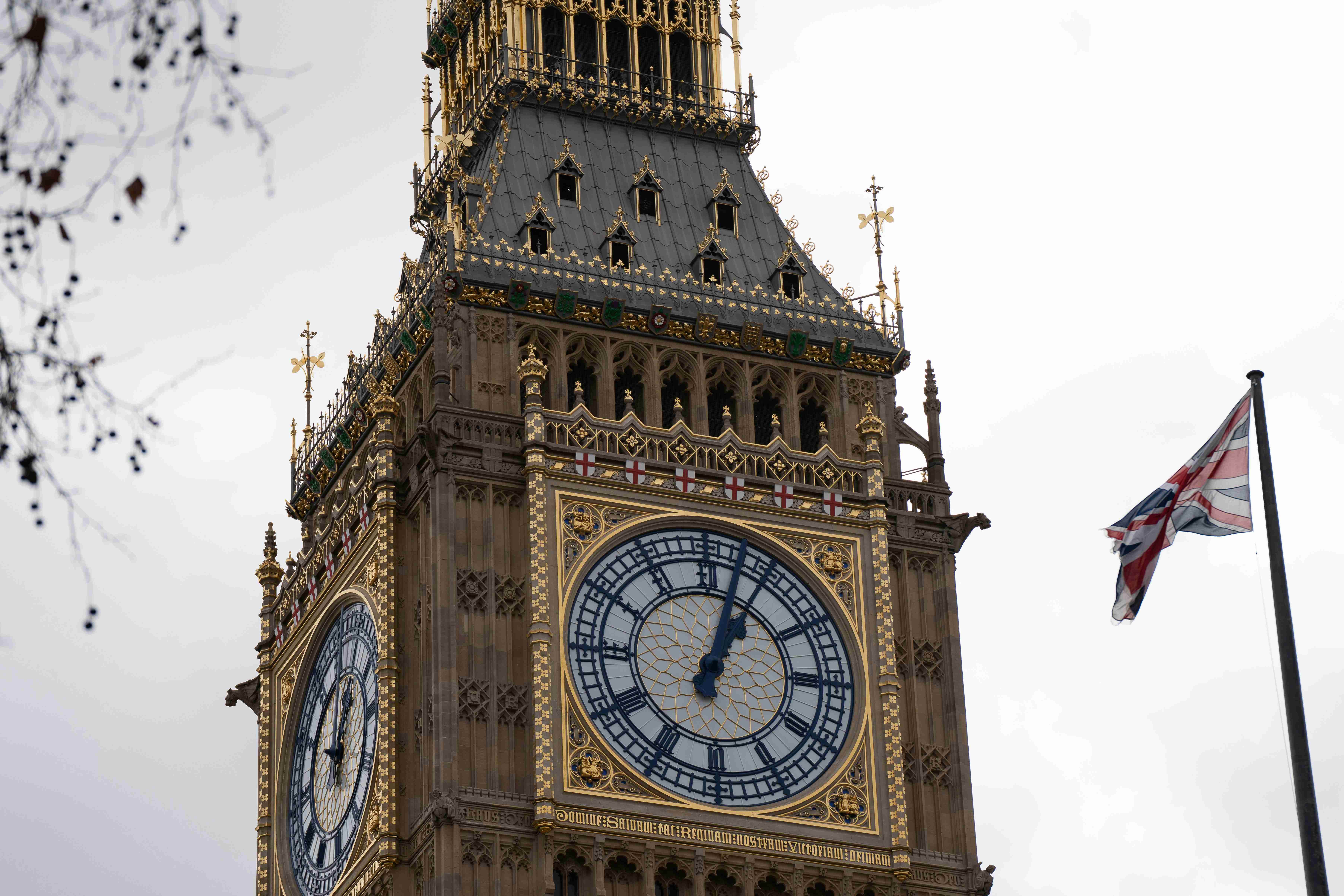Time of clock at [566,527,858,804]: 1:02
